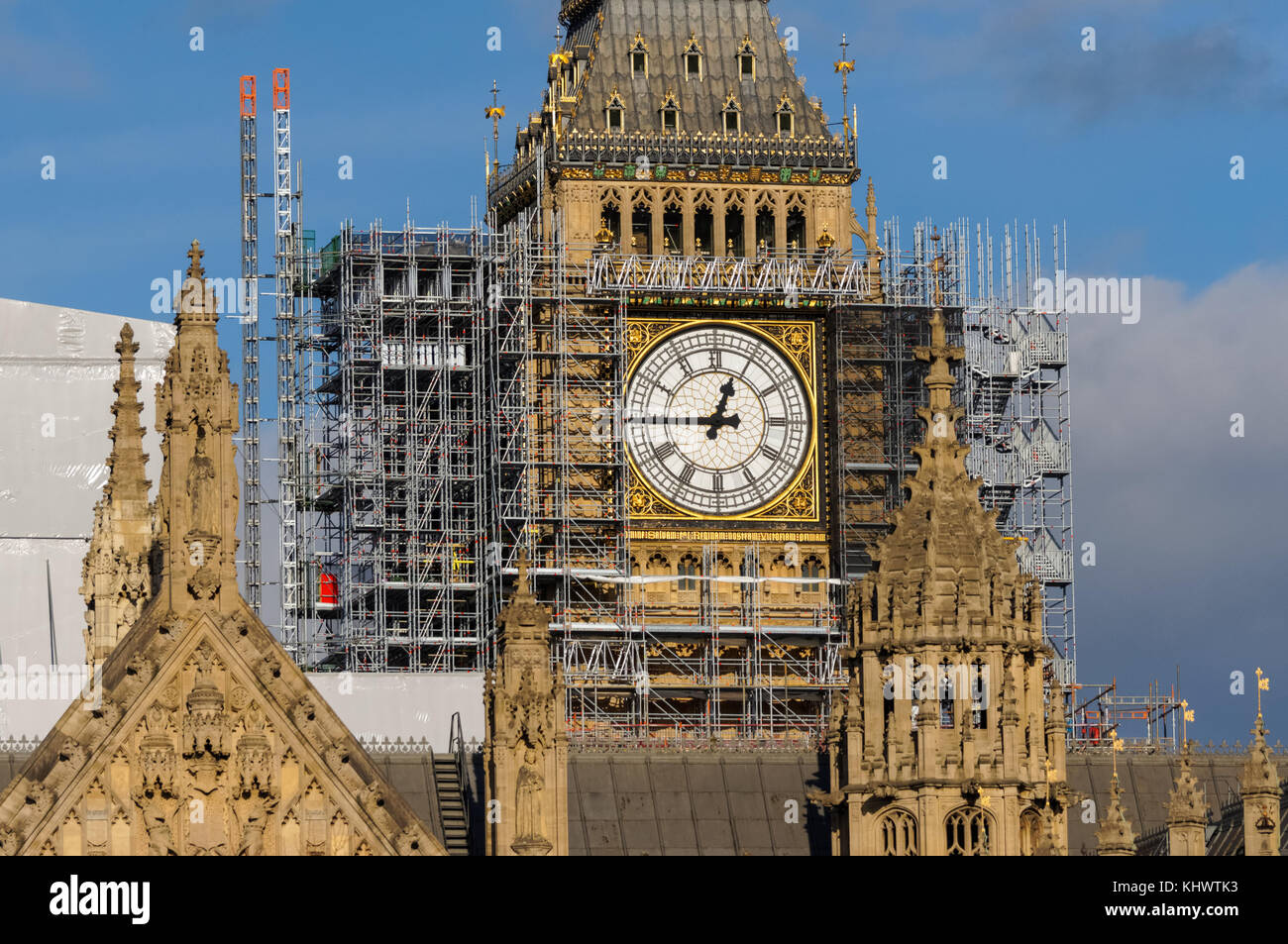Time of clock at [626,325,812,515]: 12:45
